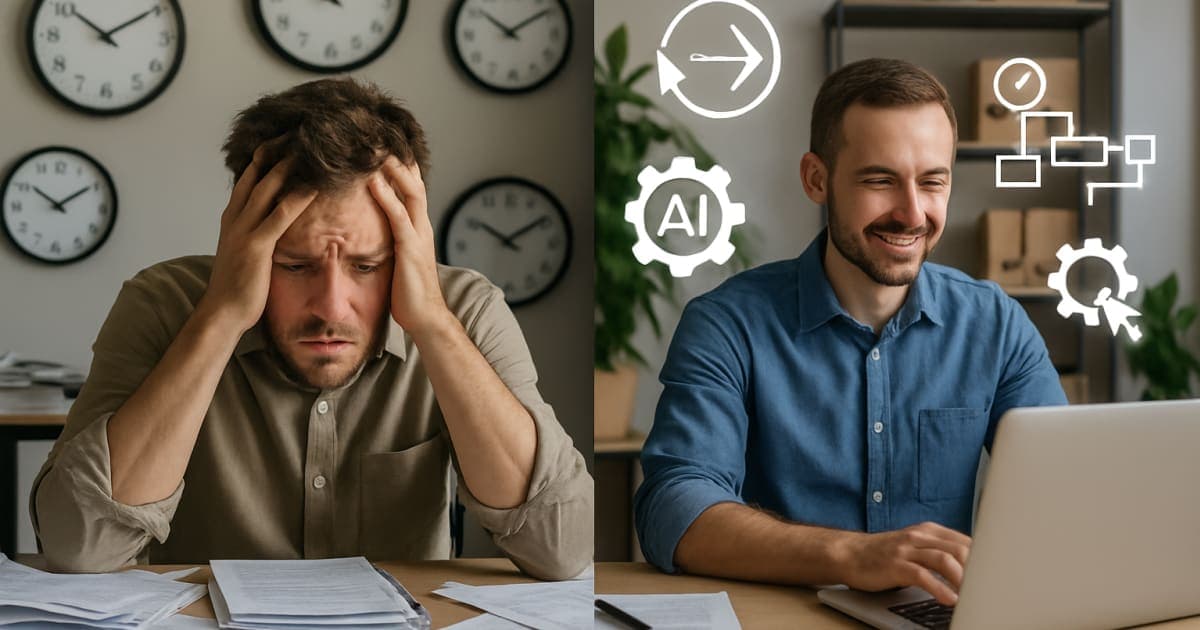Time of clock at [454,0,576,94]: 10:09
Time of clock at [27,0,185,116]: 10:09
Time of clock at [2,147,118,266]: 10:09
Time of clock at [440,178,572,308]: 10:09
